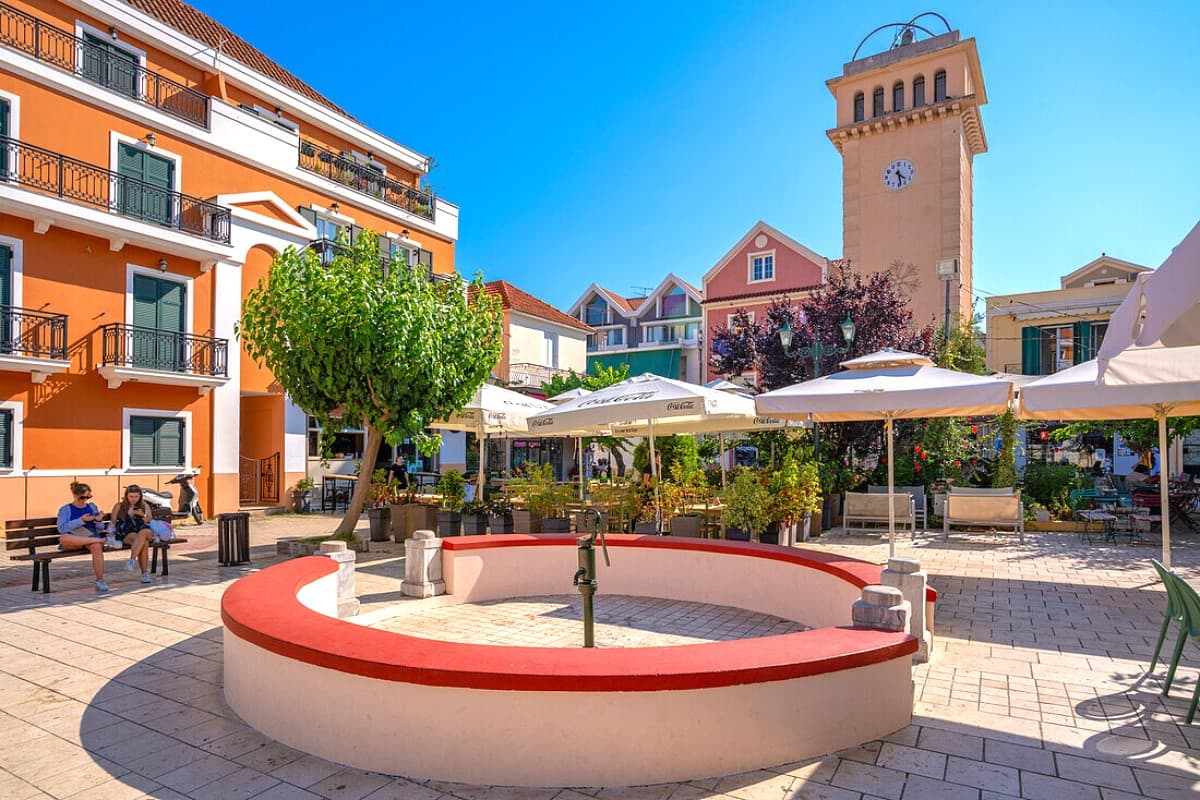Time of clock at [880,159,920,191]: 4:28
